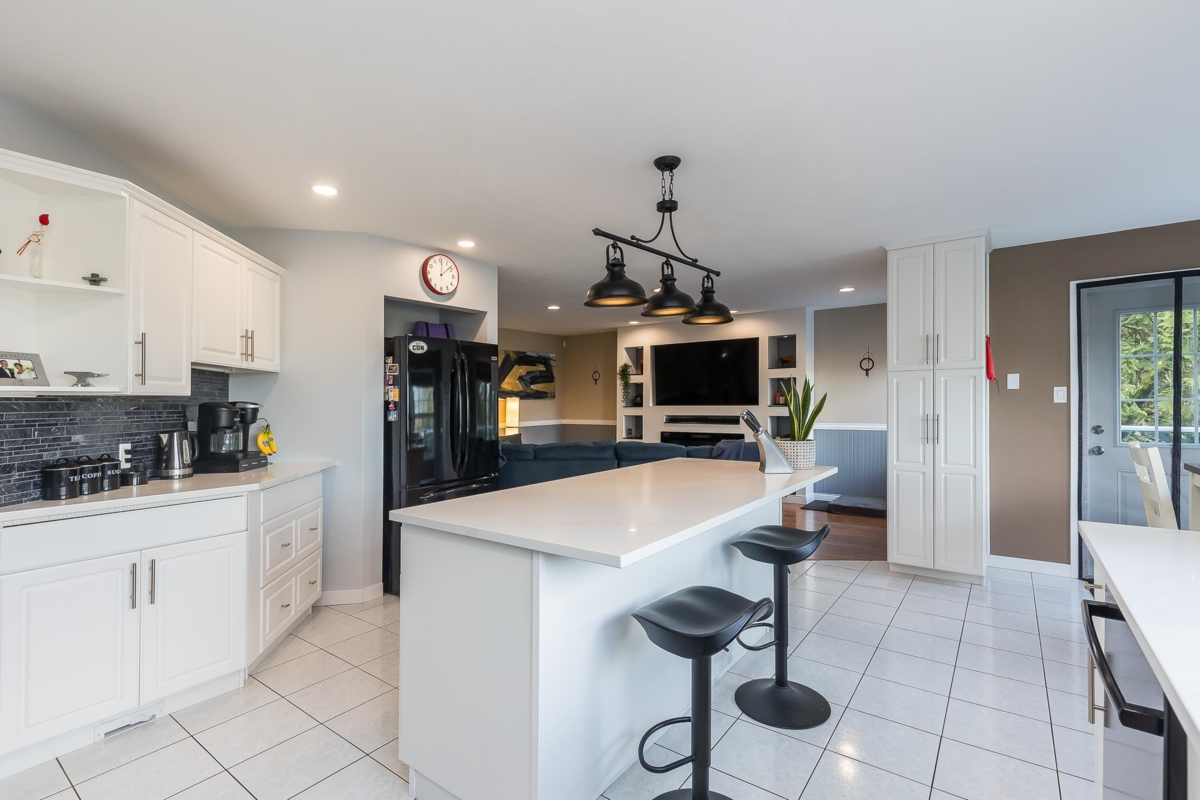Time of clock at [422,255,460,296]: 12:08
